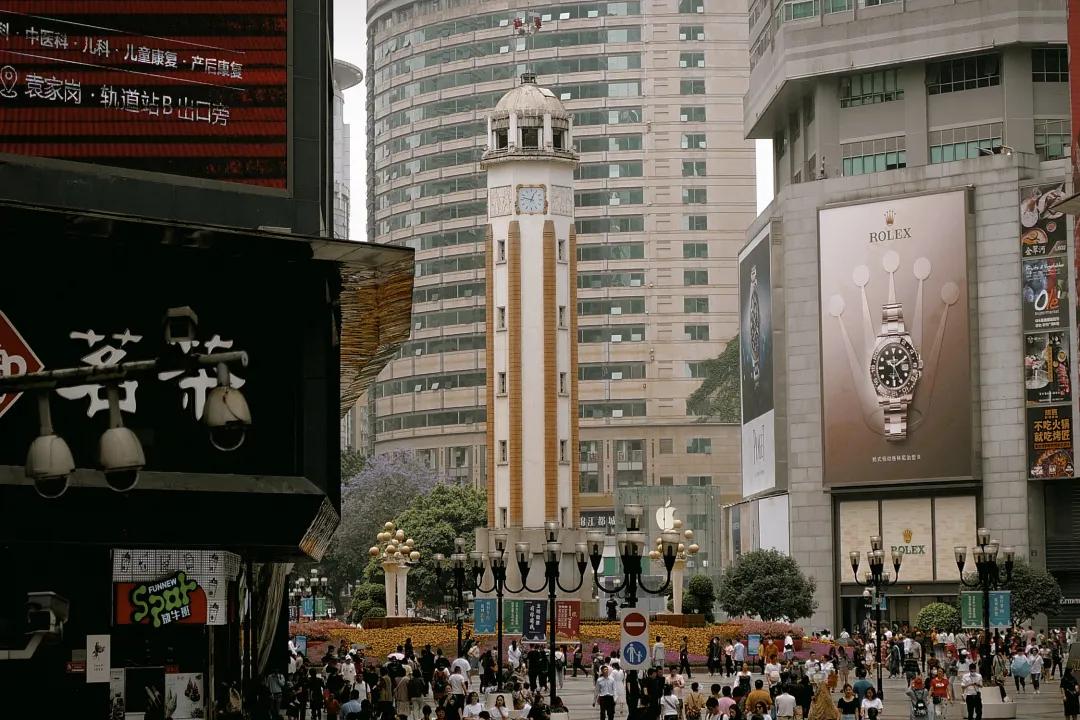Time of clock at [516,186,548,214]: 12:47
